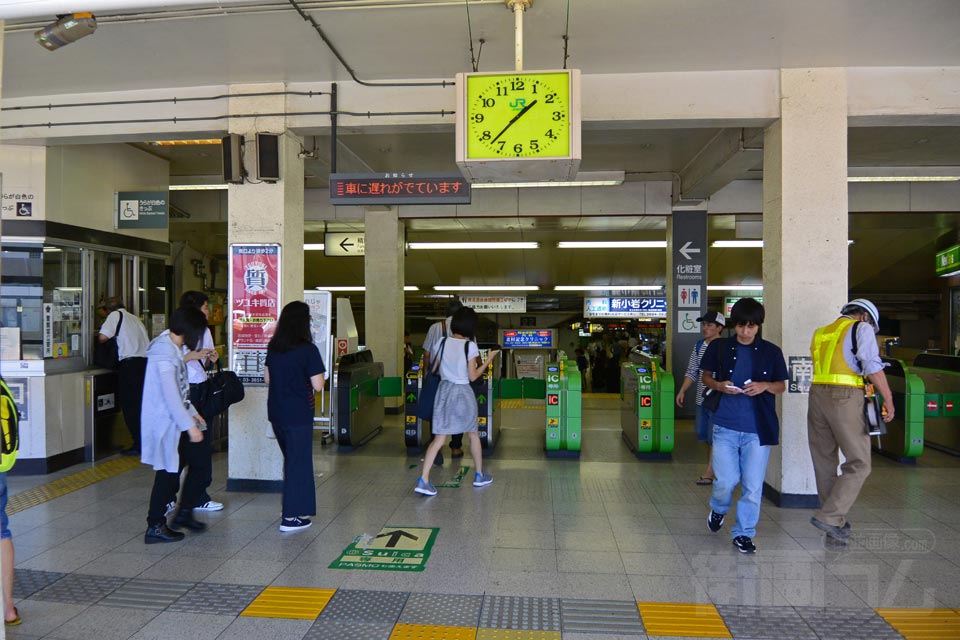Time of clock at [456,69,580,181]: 1:37
